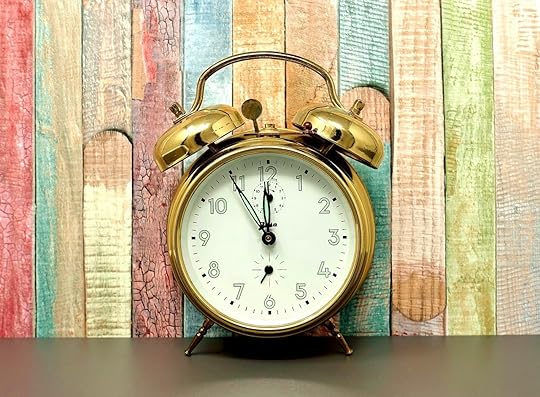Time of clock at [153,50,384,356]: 11:54
